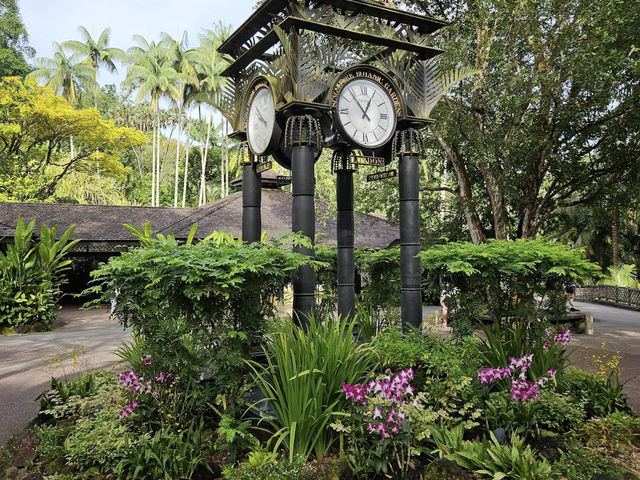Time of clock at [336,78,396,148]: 12:53
